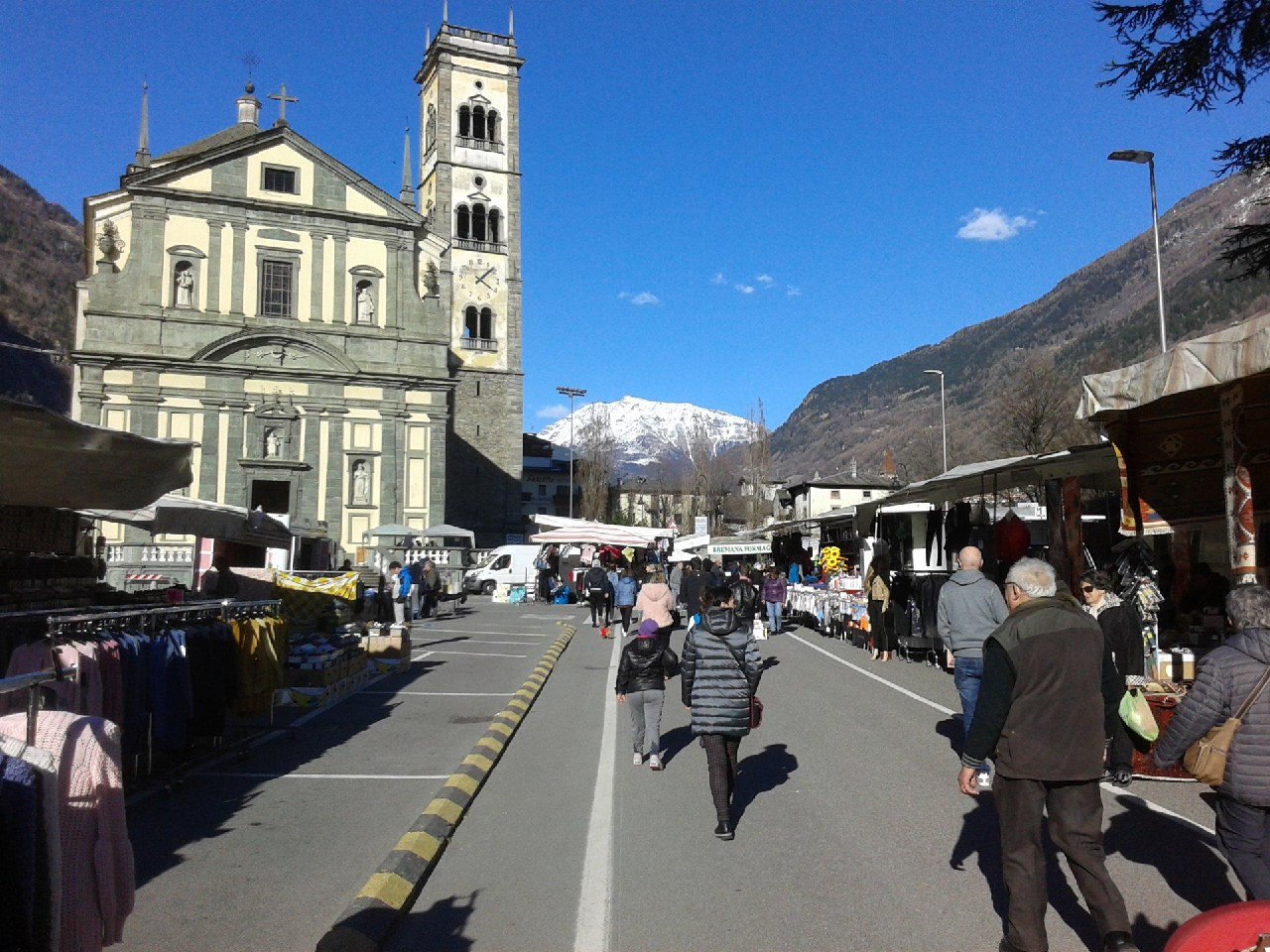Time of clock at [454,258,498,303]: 4:07
